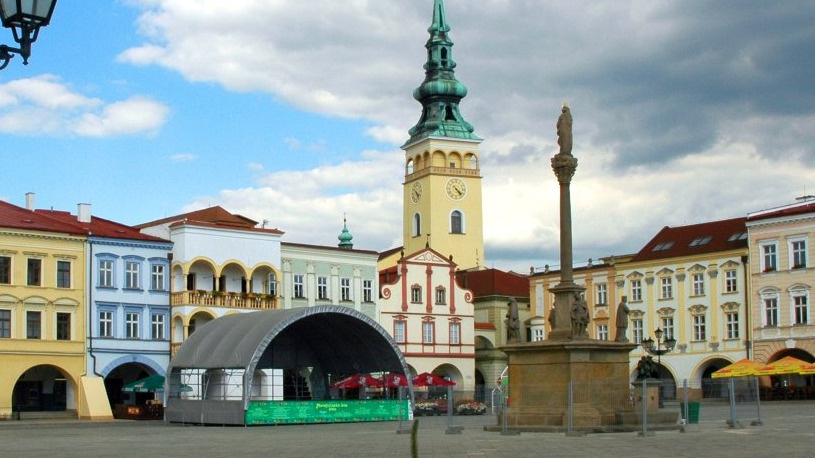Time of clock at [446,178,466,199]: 4:22
